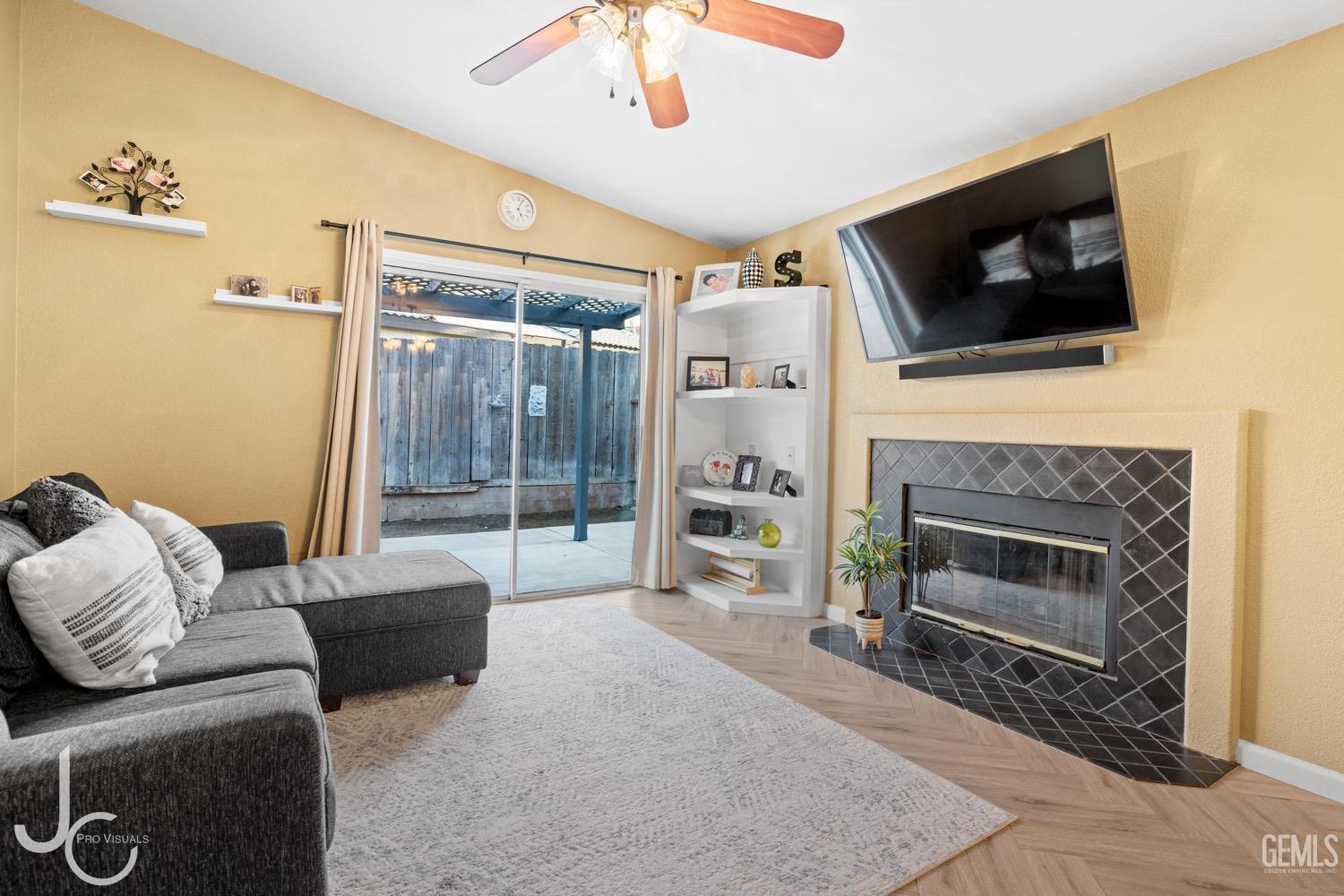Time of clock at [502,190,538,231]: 5:03
